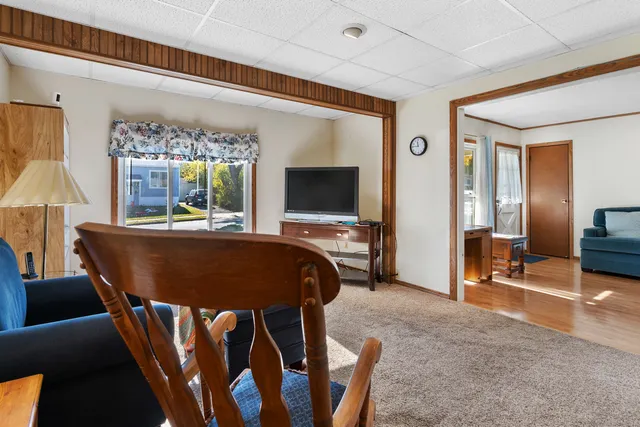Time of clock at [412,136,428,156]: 11:45
